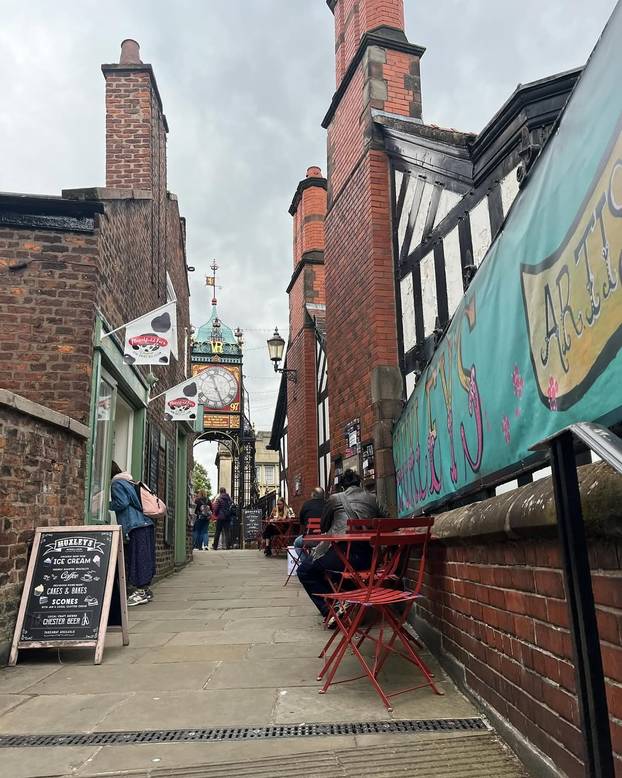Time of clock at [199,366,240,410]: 11:26
